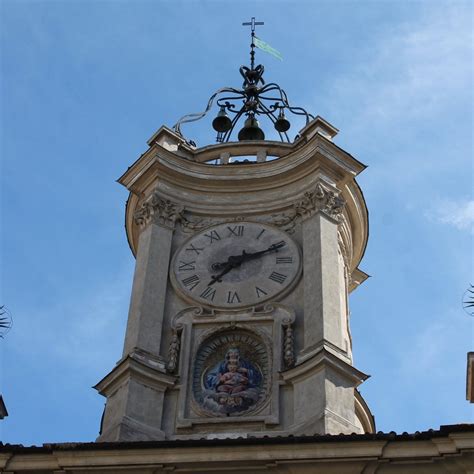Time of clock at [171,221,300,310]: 7:11
